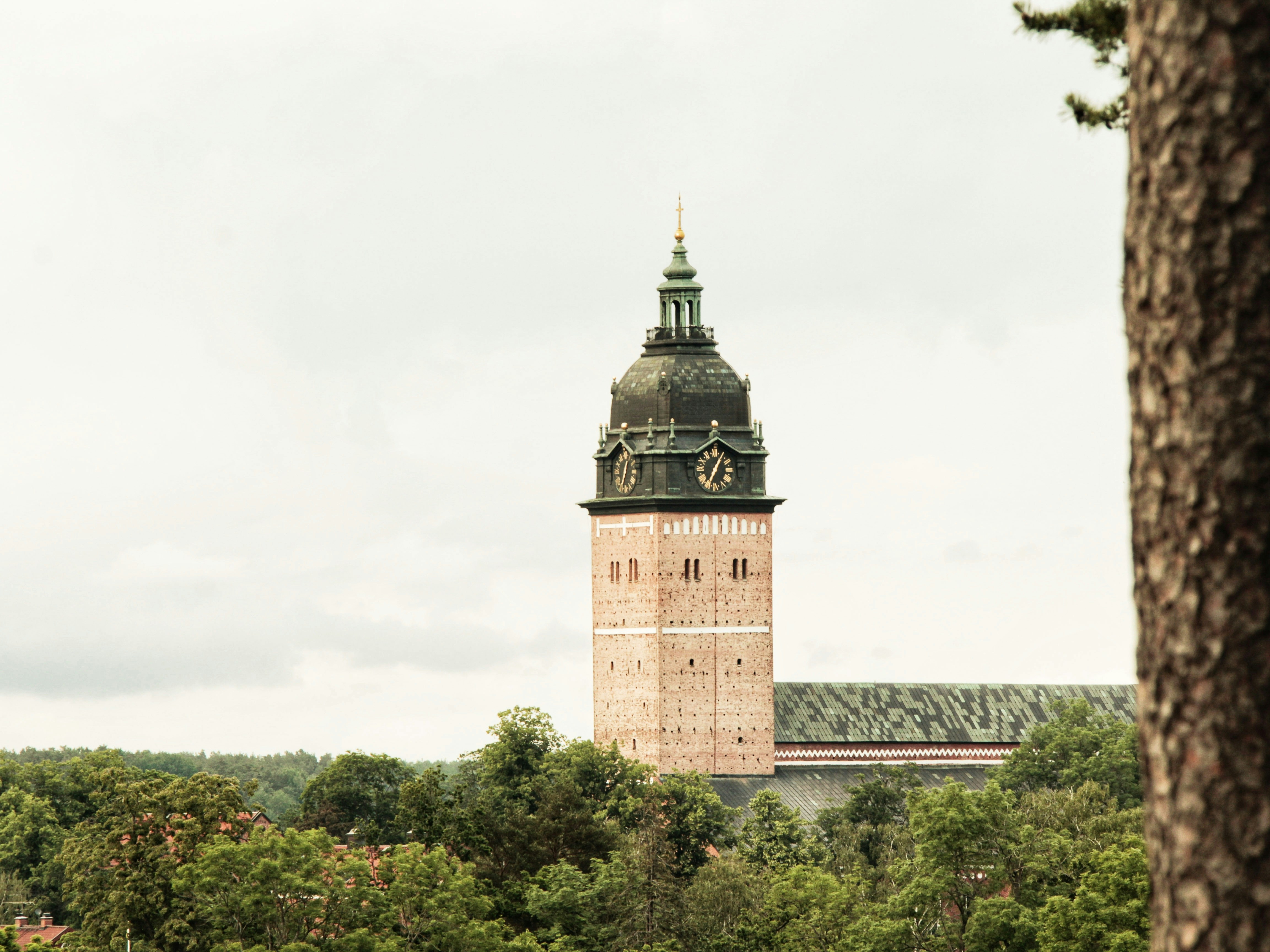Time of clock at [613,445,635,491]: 12:32
